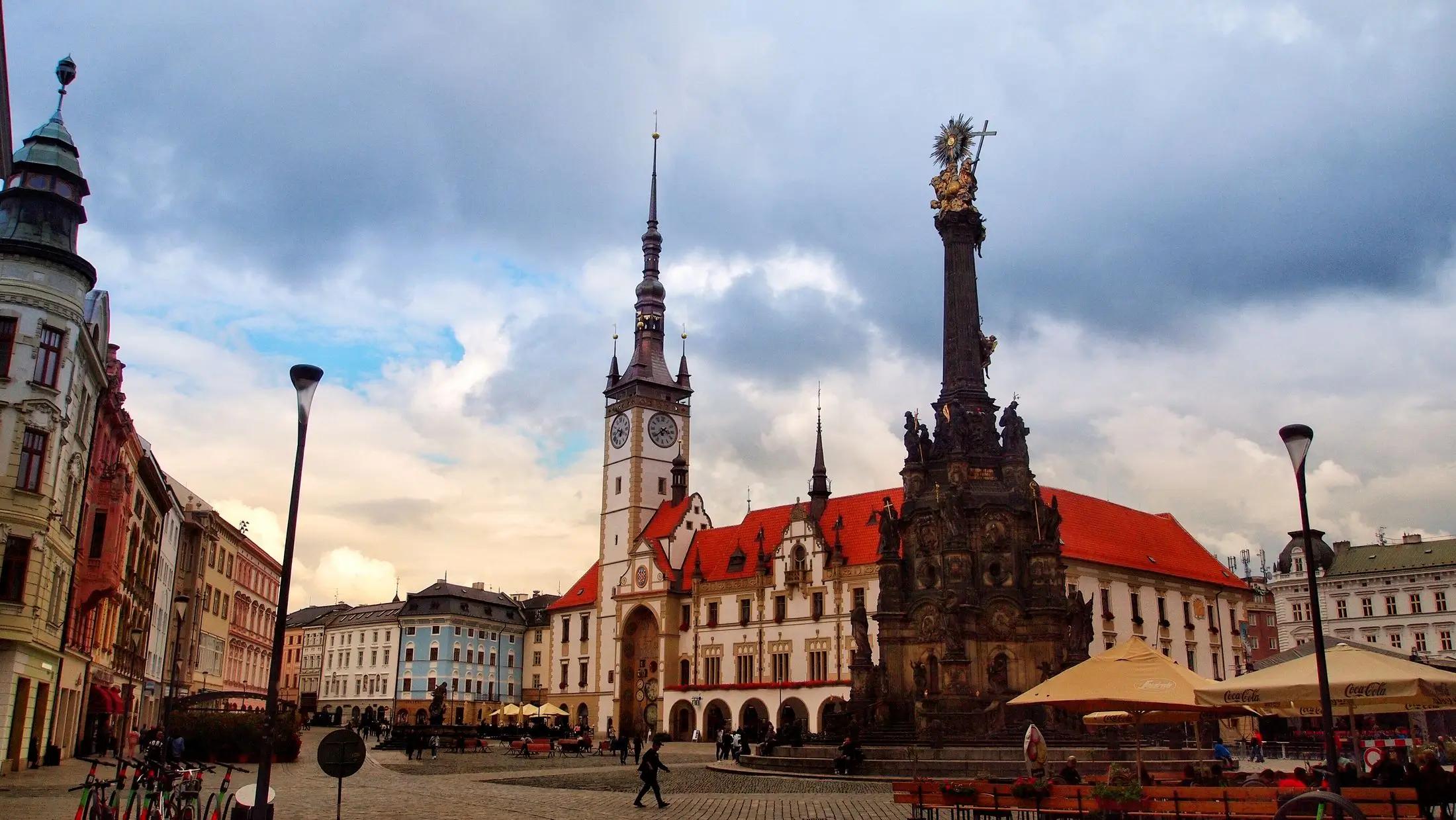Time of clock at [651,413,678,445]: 3:38
